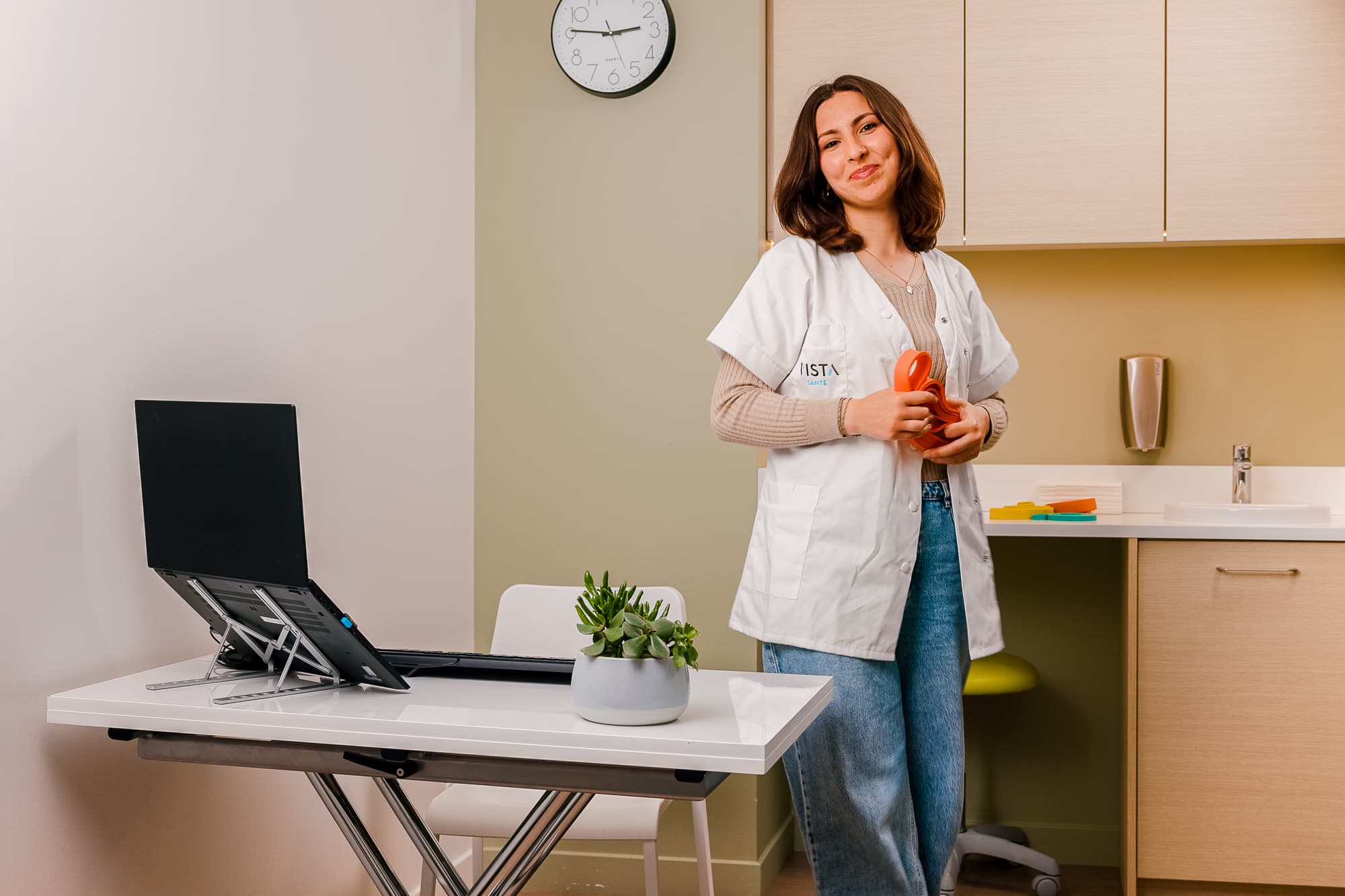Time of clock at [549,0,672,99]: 2:46
